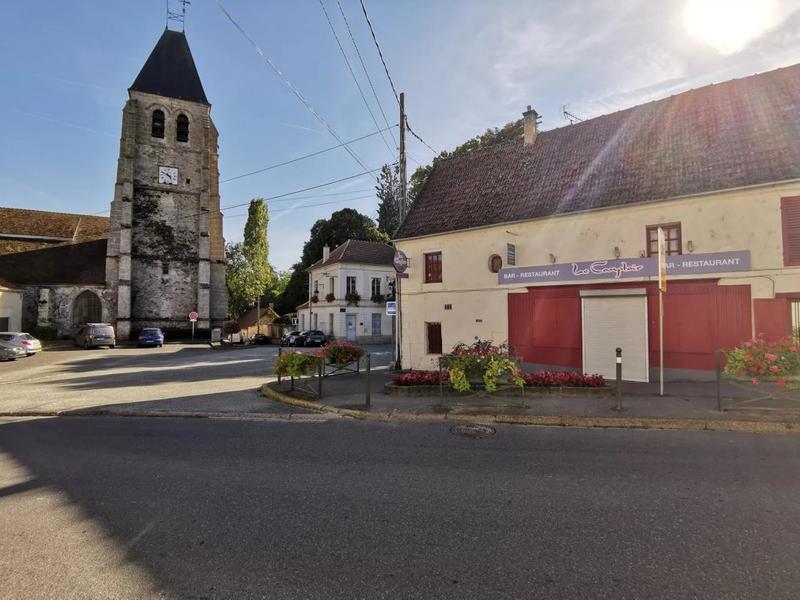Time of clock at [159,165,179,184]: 4:49
